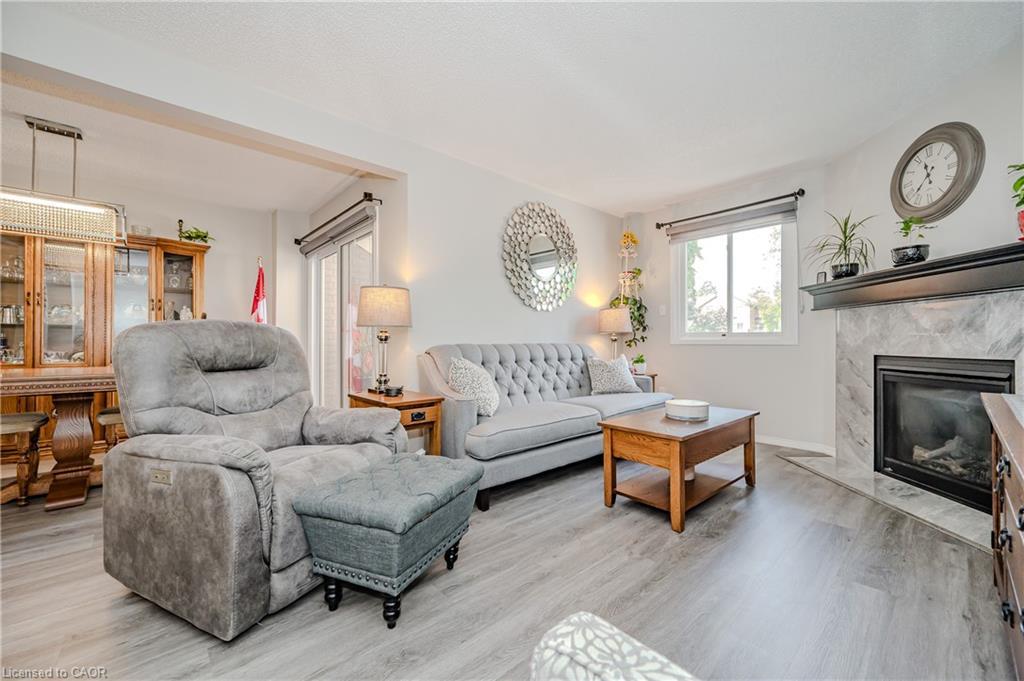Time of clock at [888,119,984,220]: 11:37
